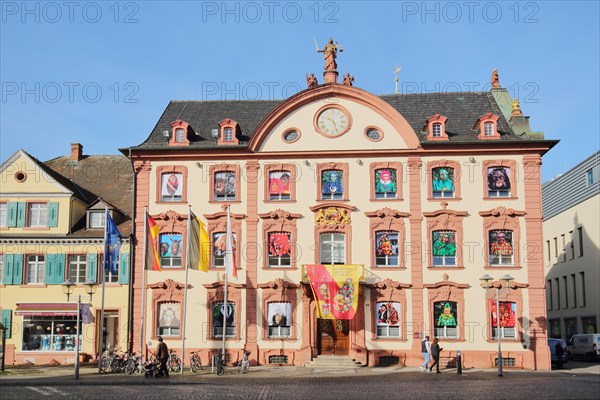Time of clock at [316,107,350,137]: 10:26
